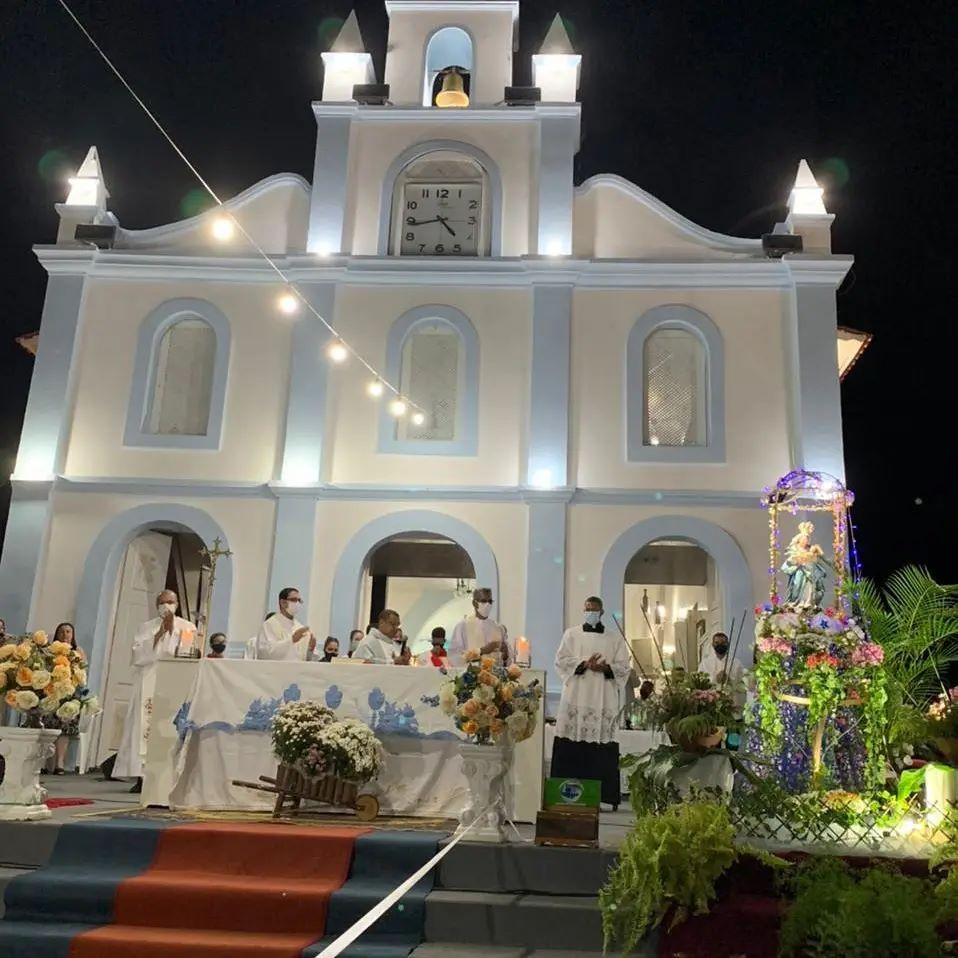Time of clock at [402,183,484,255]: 4:43
